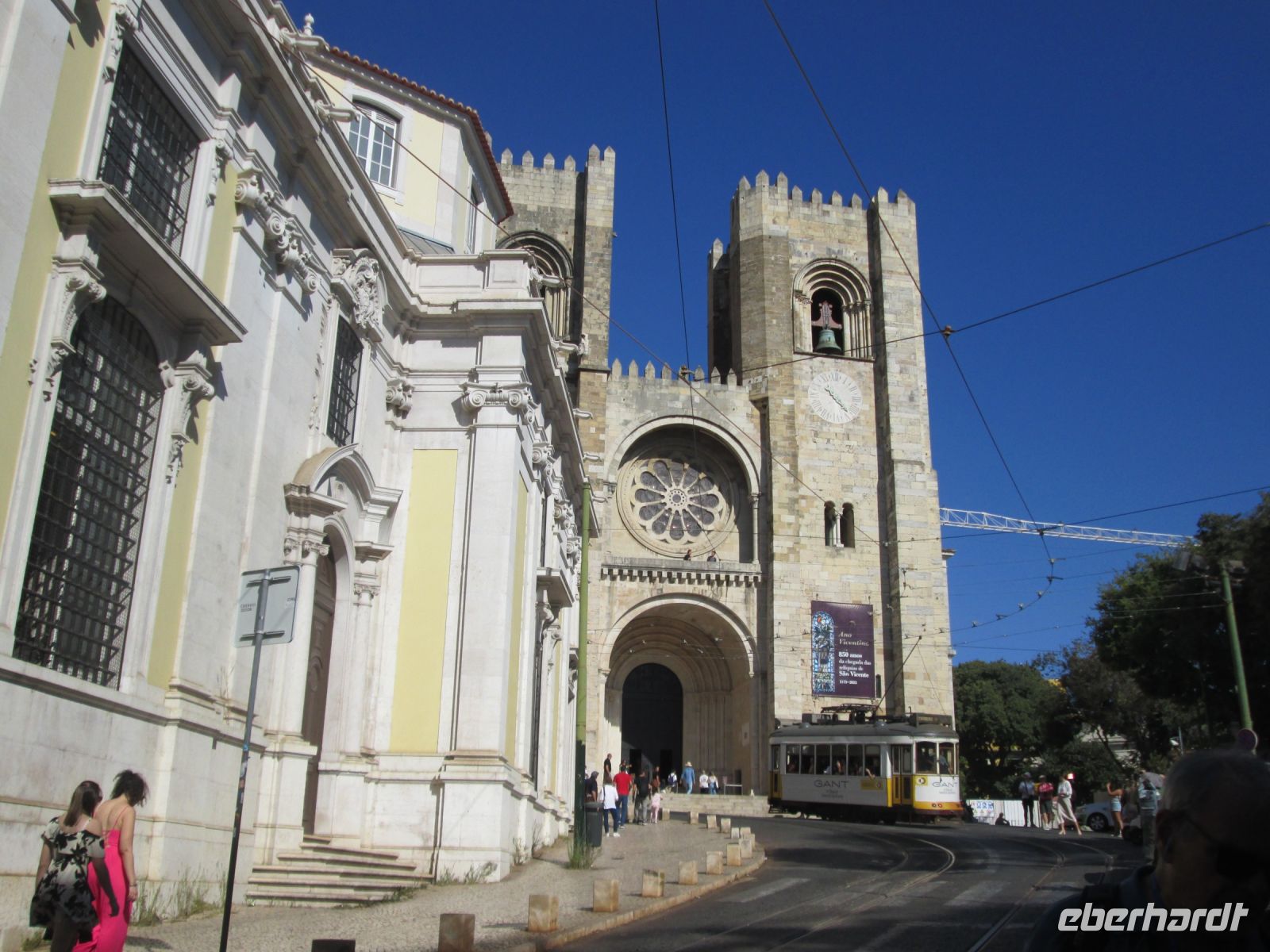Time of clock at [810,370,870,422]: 4:21
